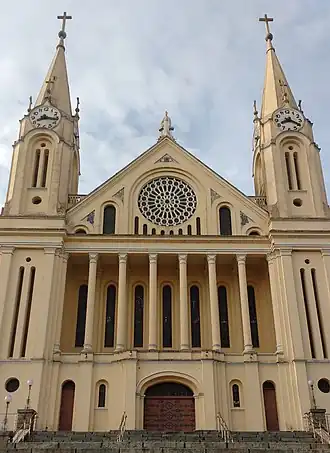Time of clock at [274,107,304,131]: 8:19
